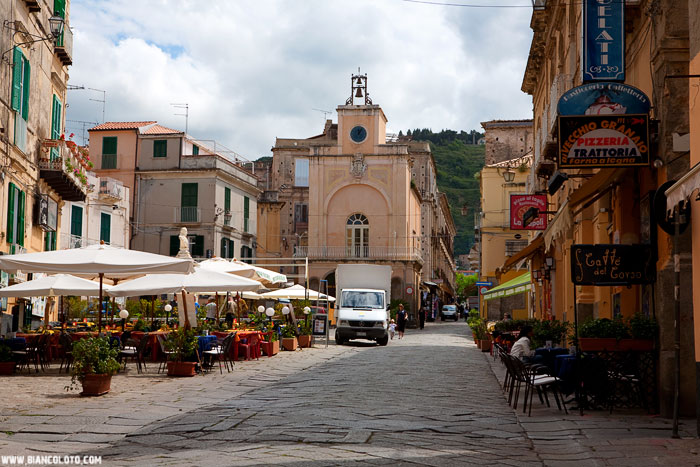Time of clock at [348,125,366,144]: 12:05
